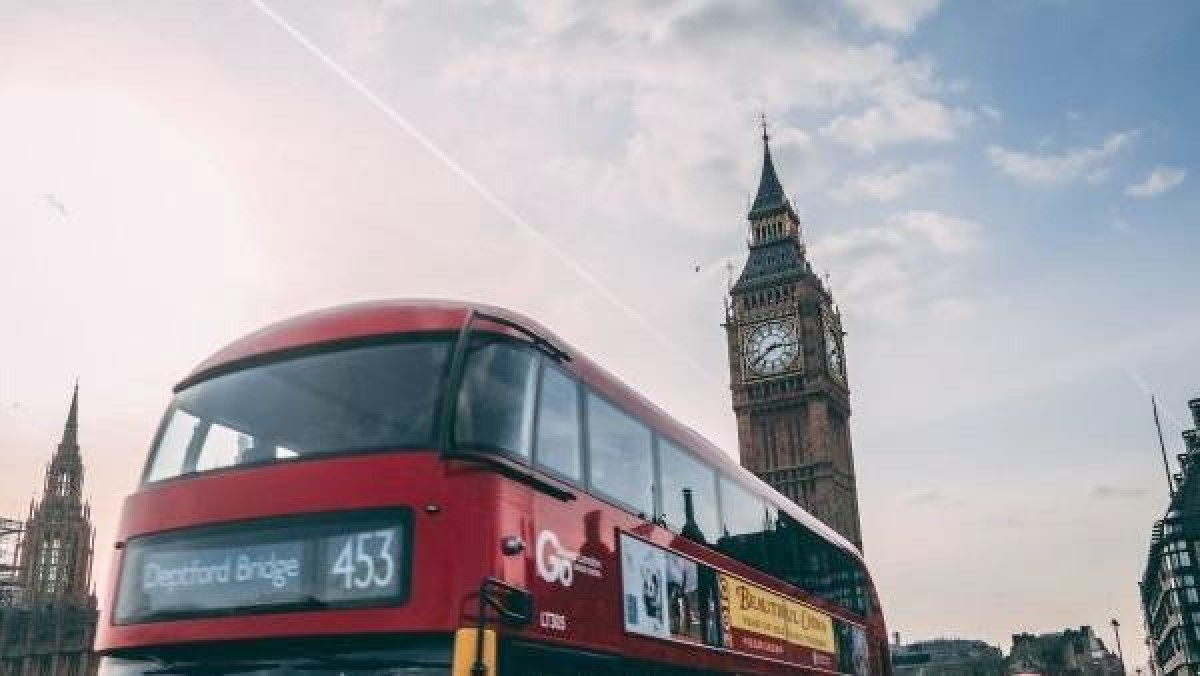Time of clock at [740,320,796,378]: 2:39
